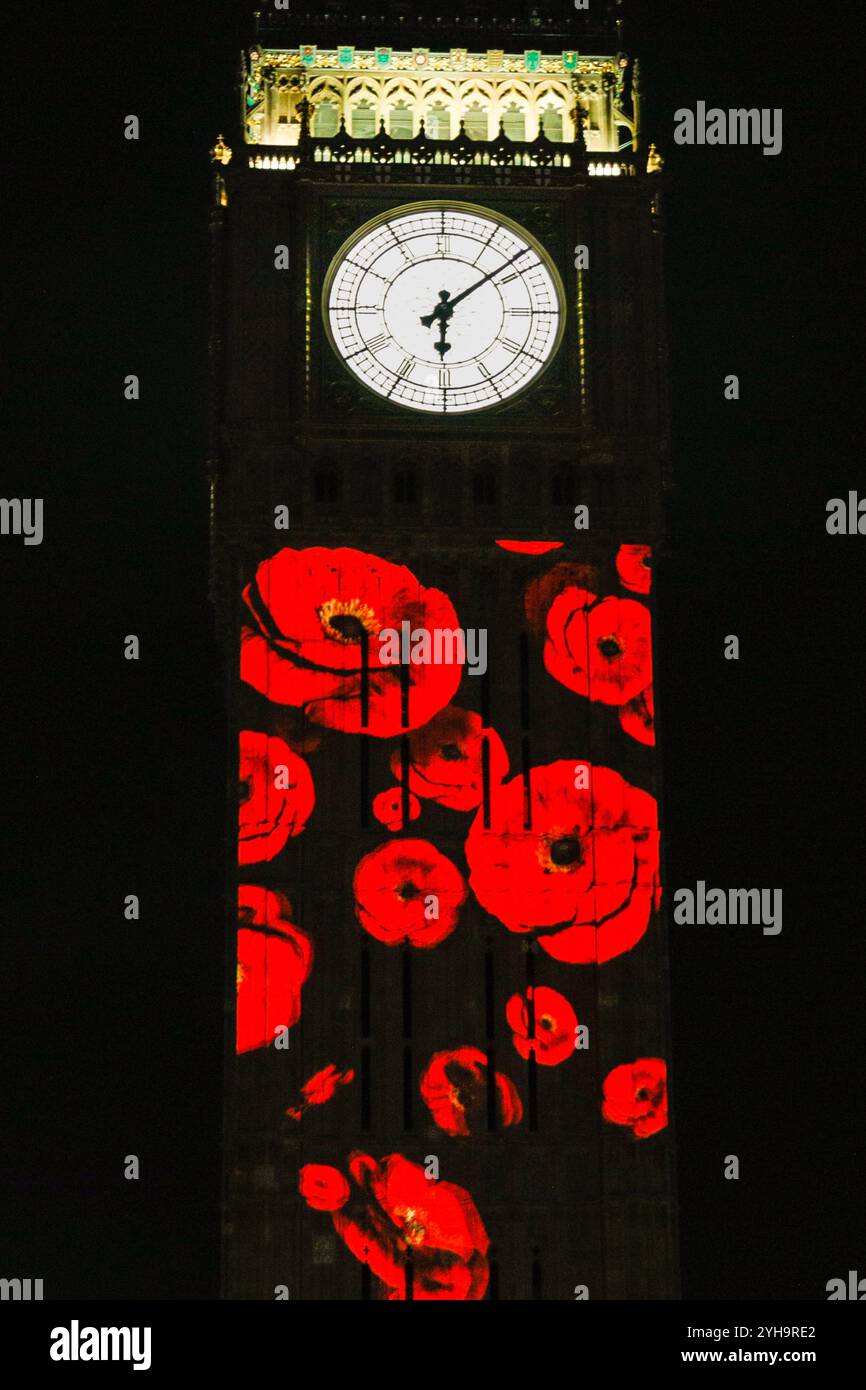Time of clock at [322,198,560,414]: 6:08
